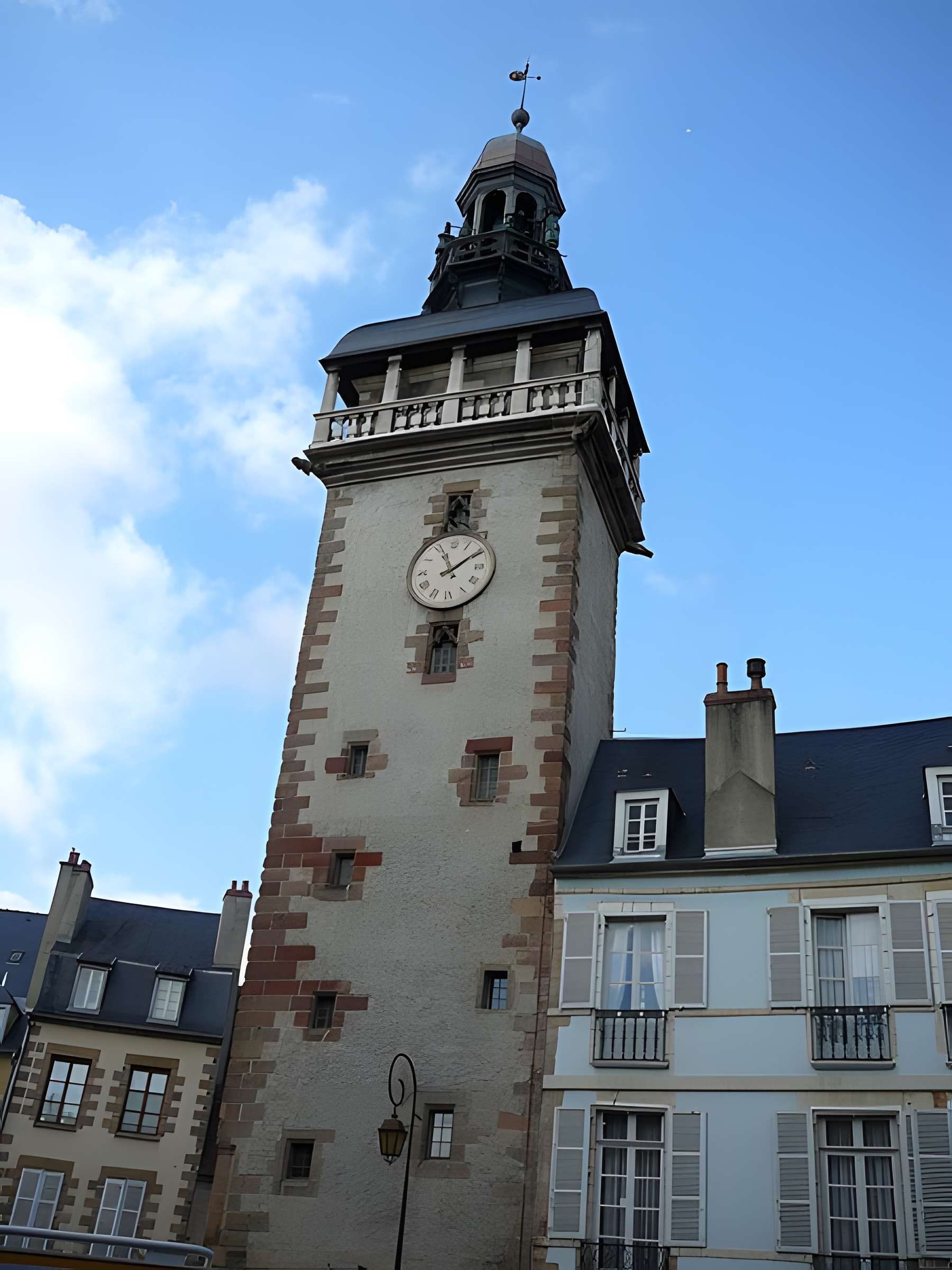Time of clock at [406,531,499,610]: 1:56
